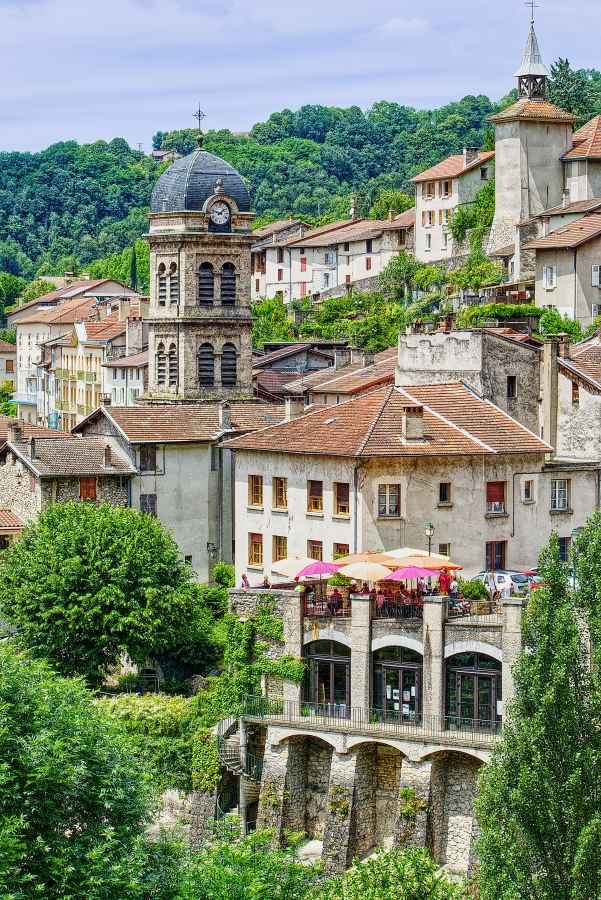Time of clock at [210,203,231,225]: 1:47
